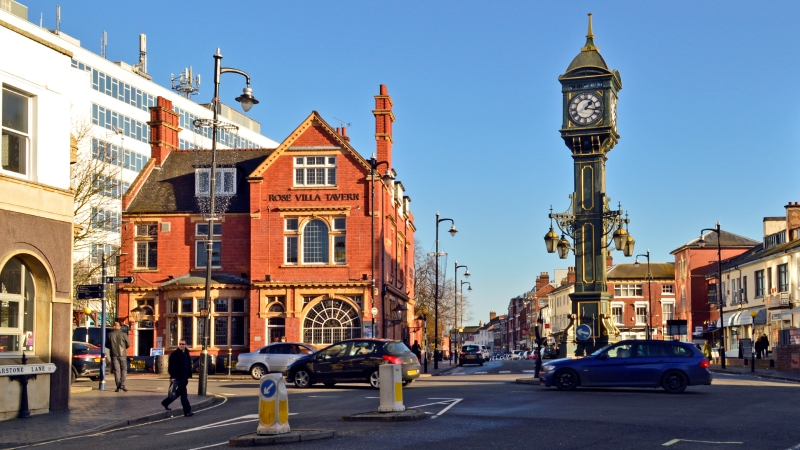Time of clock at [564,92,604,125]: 1:16
